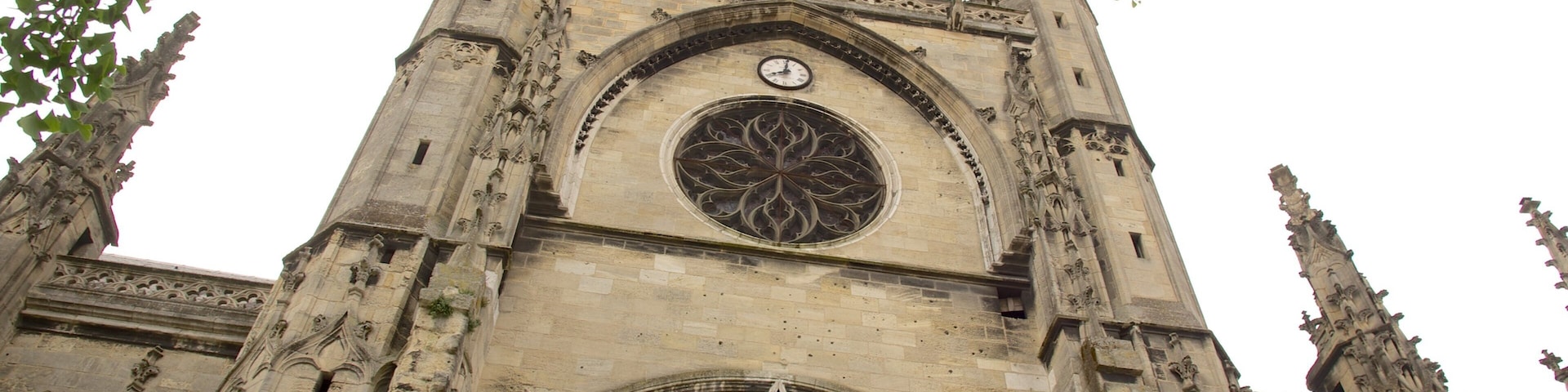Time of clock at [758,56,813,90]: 8:01
